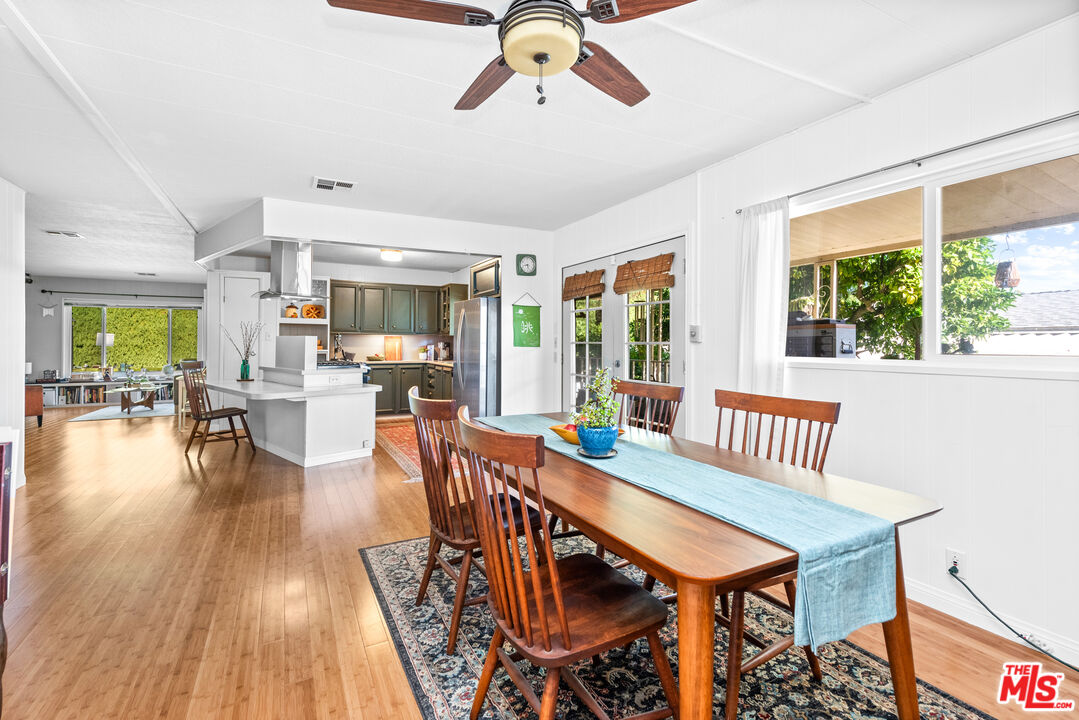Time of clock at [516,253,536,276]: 8:27
